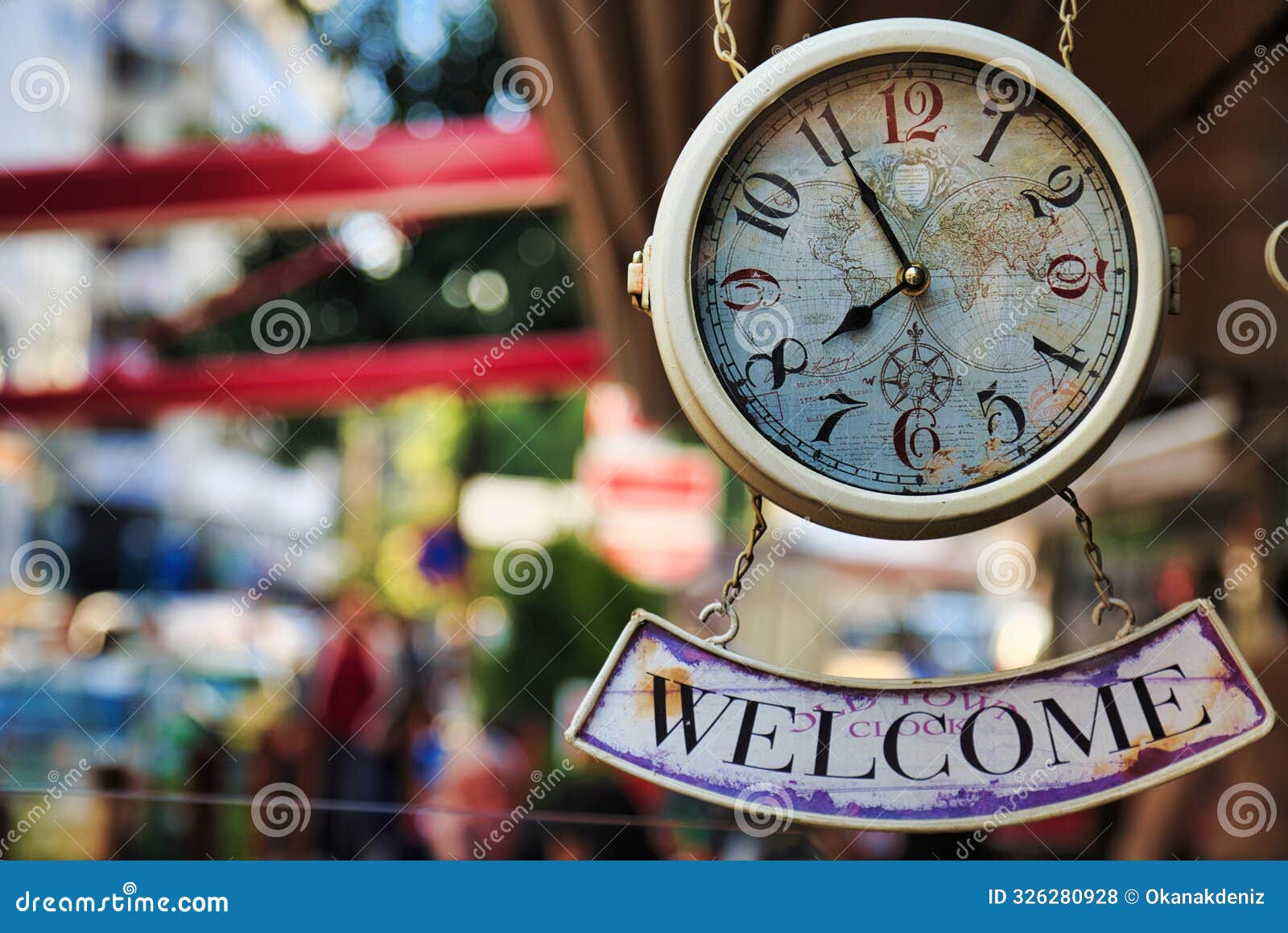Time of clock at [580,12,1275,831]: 7:55
